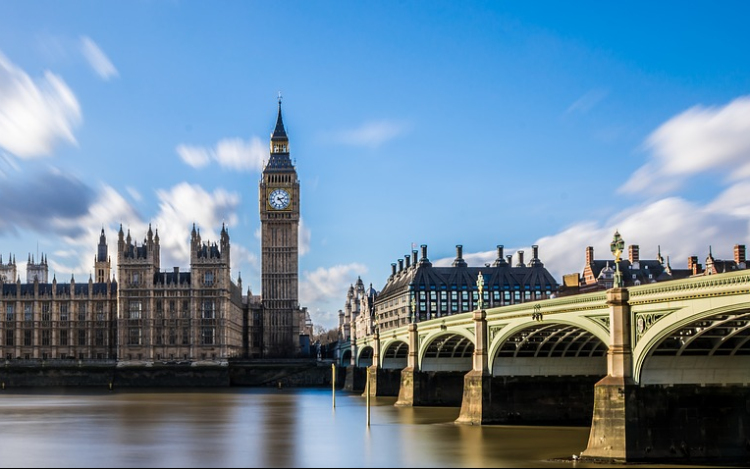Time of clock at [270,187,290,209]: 2:23
